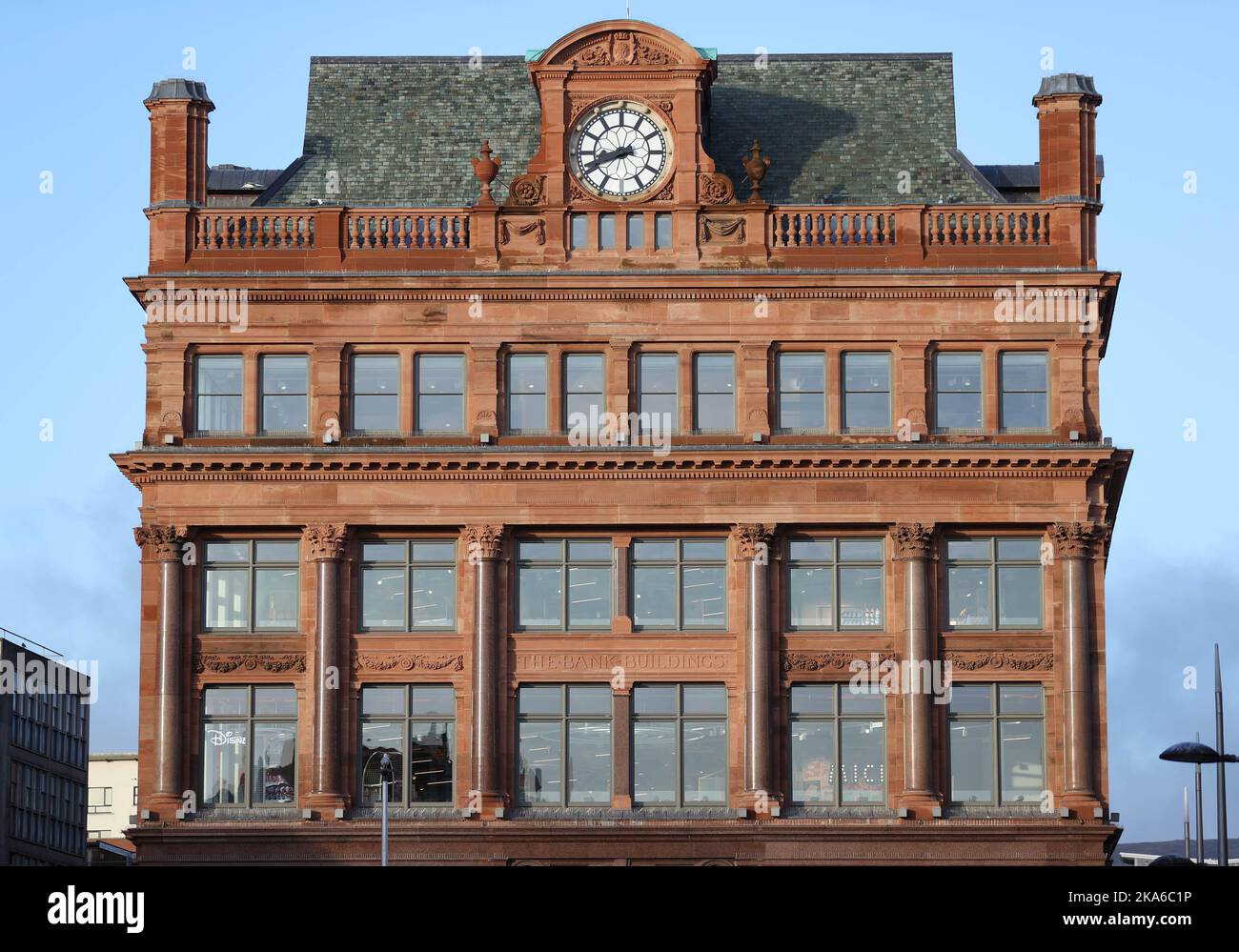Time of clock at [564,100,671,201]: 8:41
